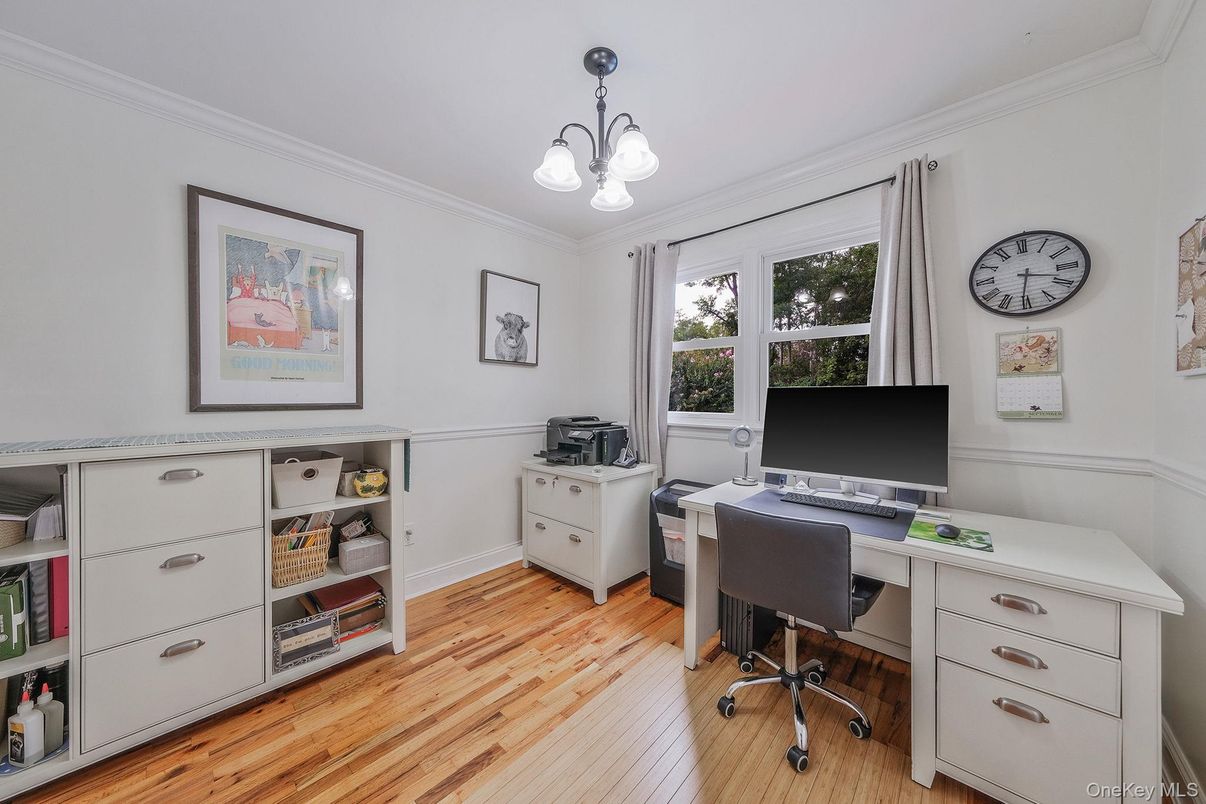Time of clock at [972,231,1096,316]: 3:31
